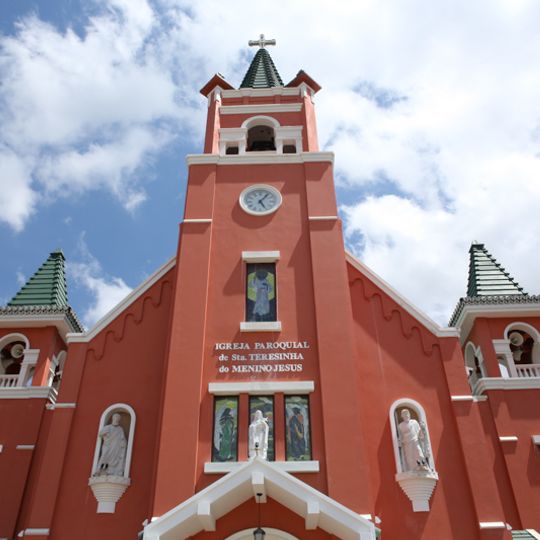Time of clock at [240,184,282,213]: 5:05
